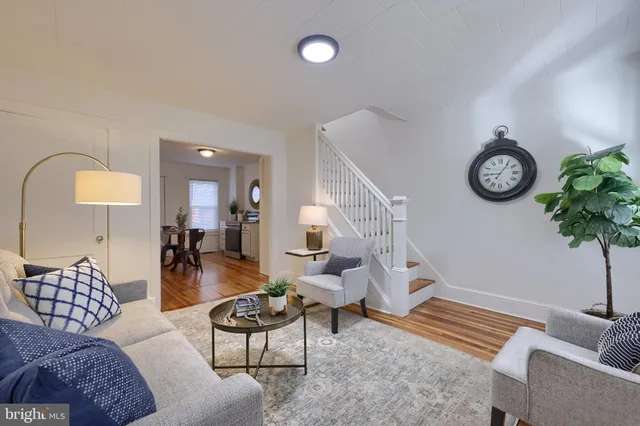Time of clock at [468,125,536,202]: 9:05
